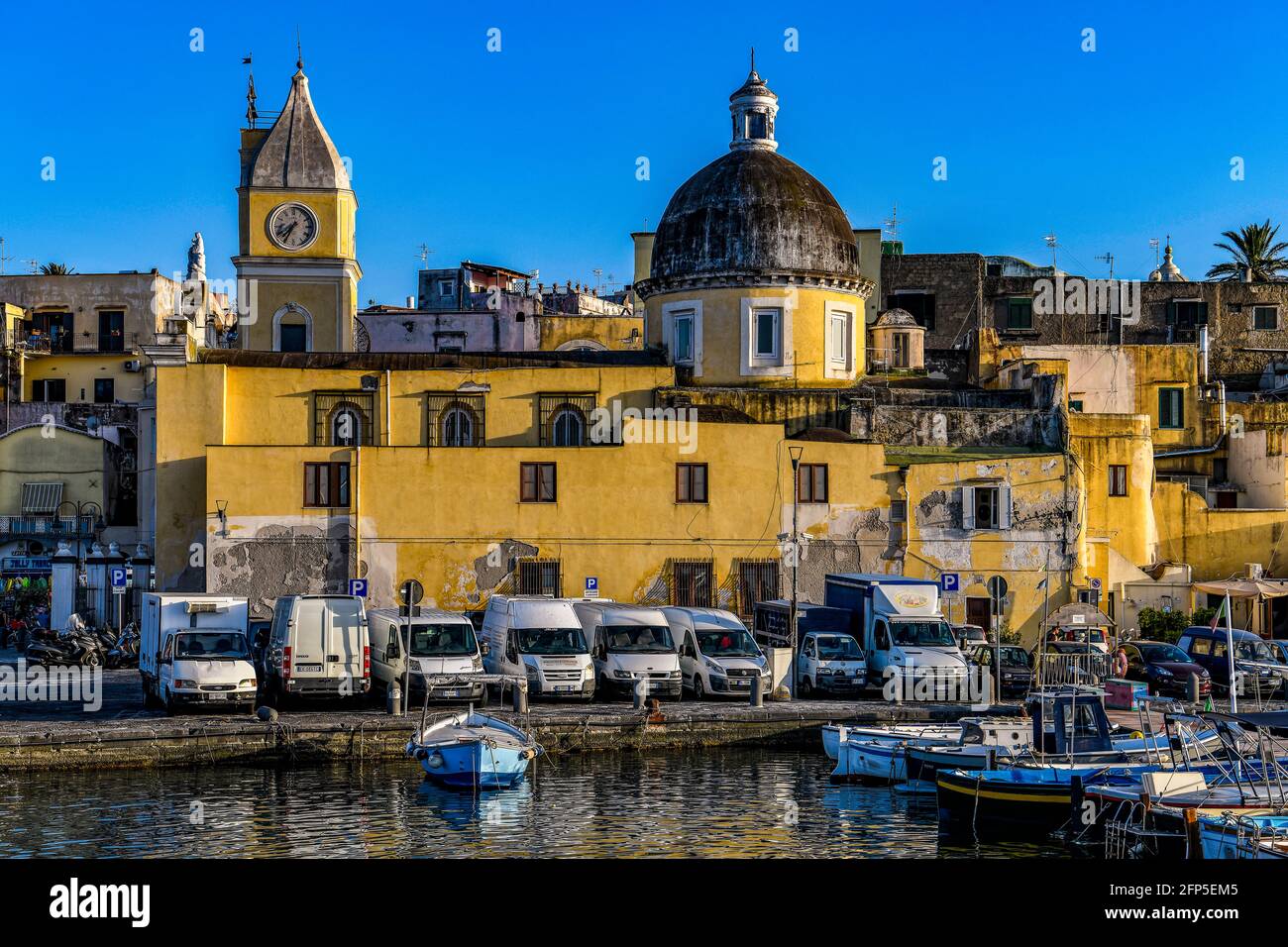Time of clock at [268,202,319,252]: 7:34
